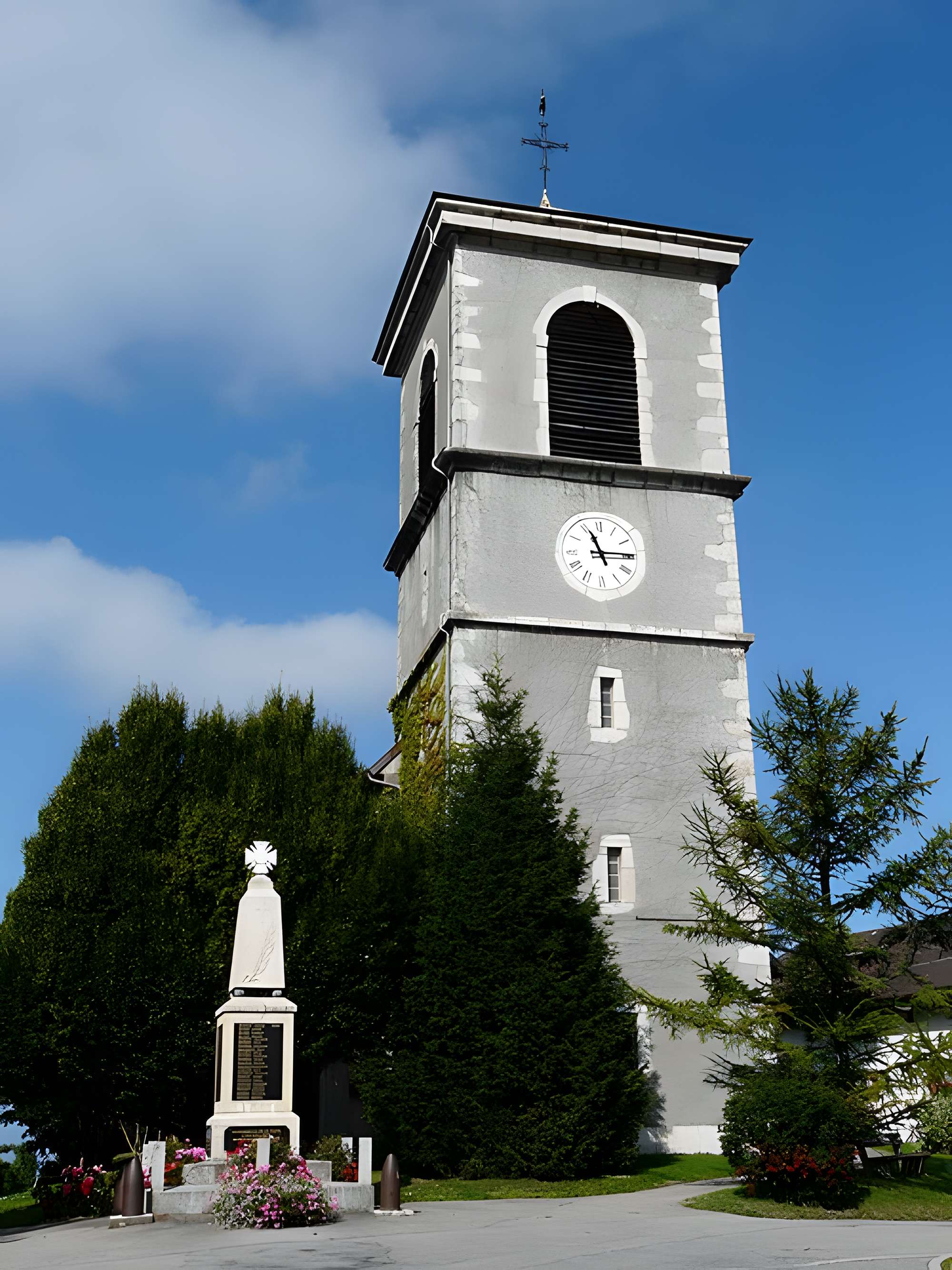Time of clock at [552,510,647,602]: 11:14
